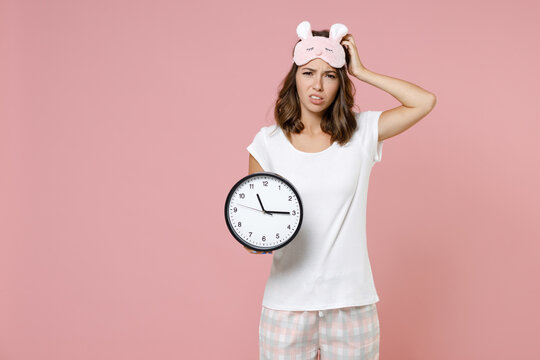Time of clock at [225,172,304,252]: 11:14
